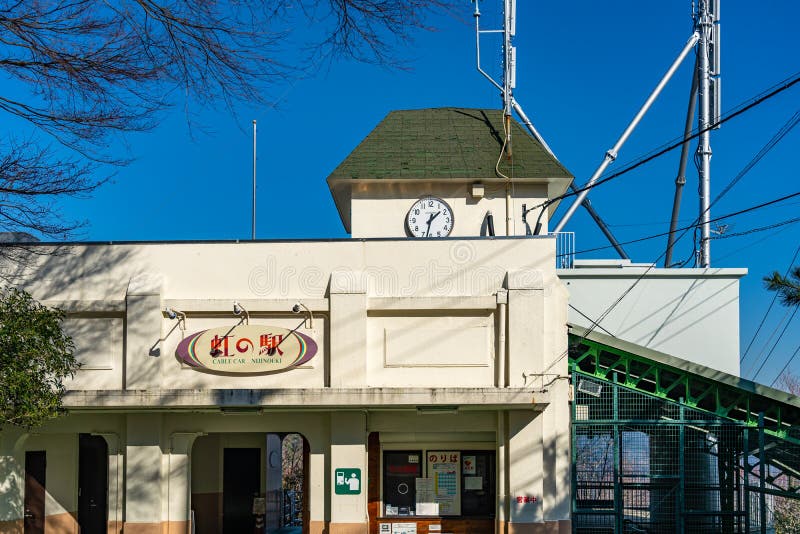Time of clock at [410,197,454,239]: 1:32
